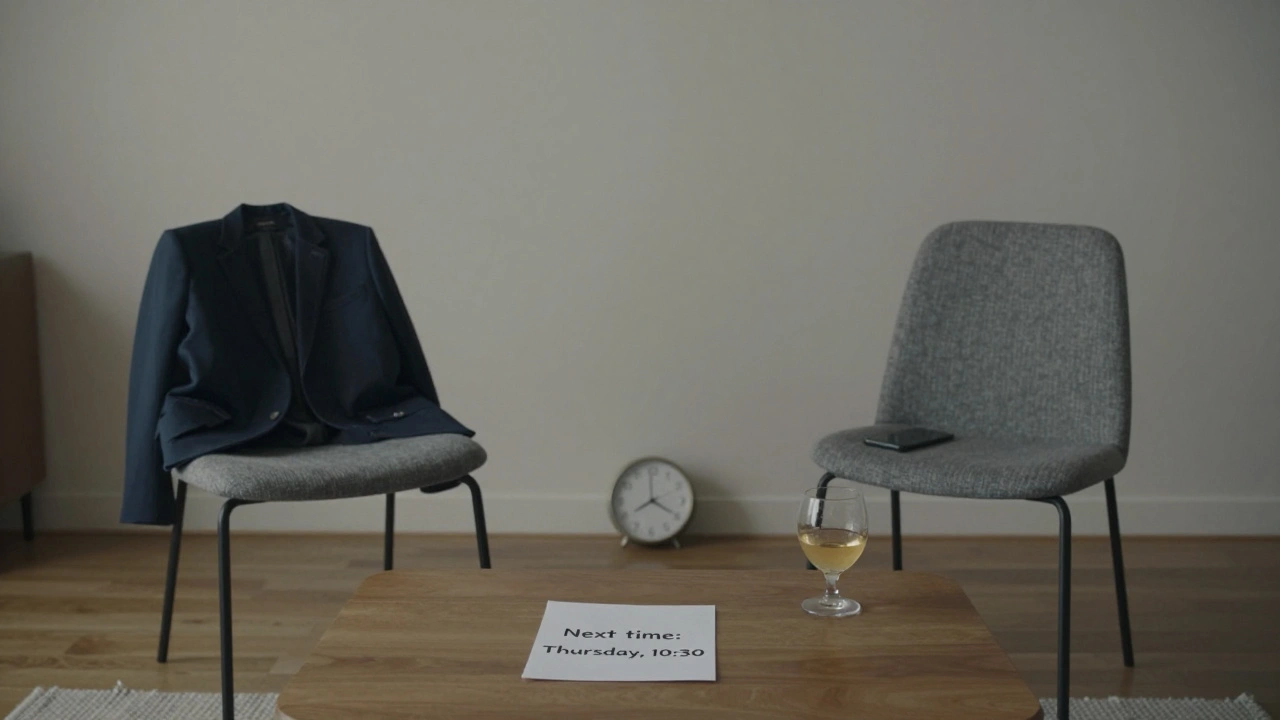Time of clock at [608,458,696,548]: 7:59
